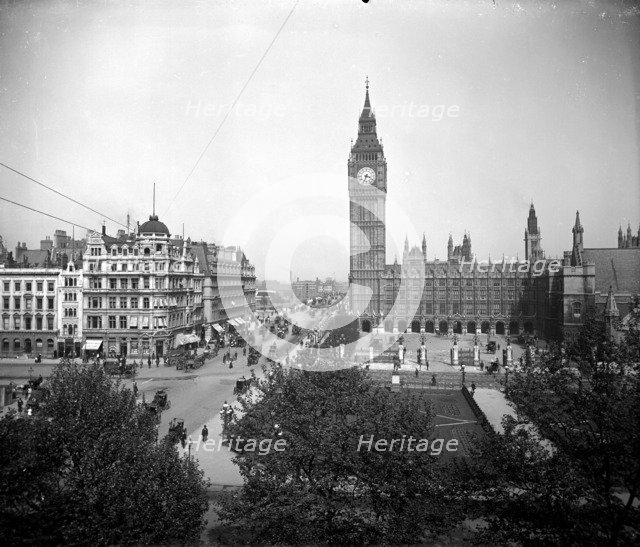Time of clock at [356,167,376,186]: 3:33
